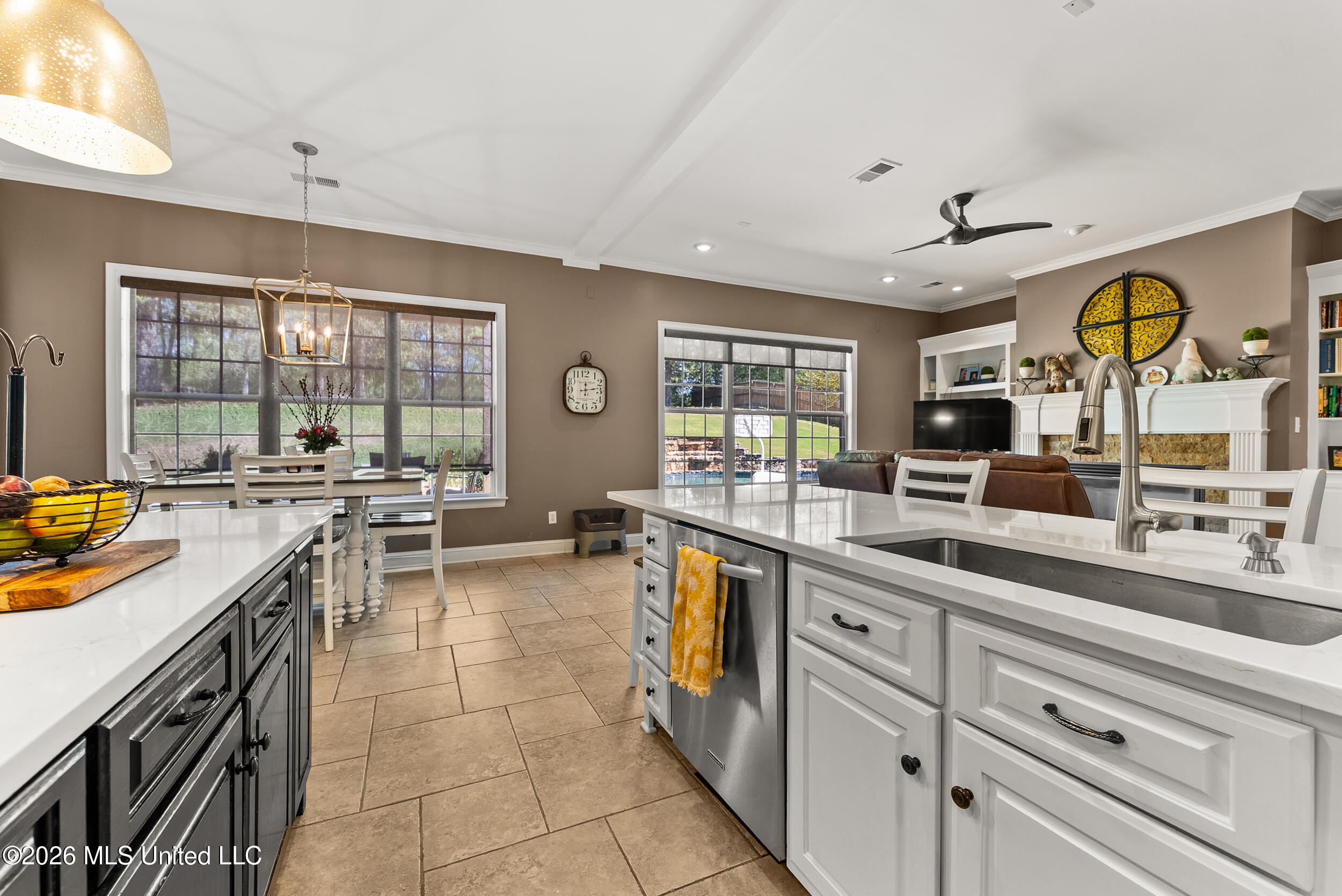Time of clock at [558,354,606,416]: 12:13
